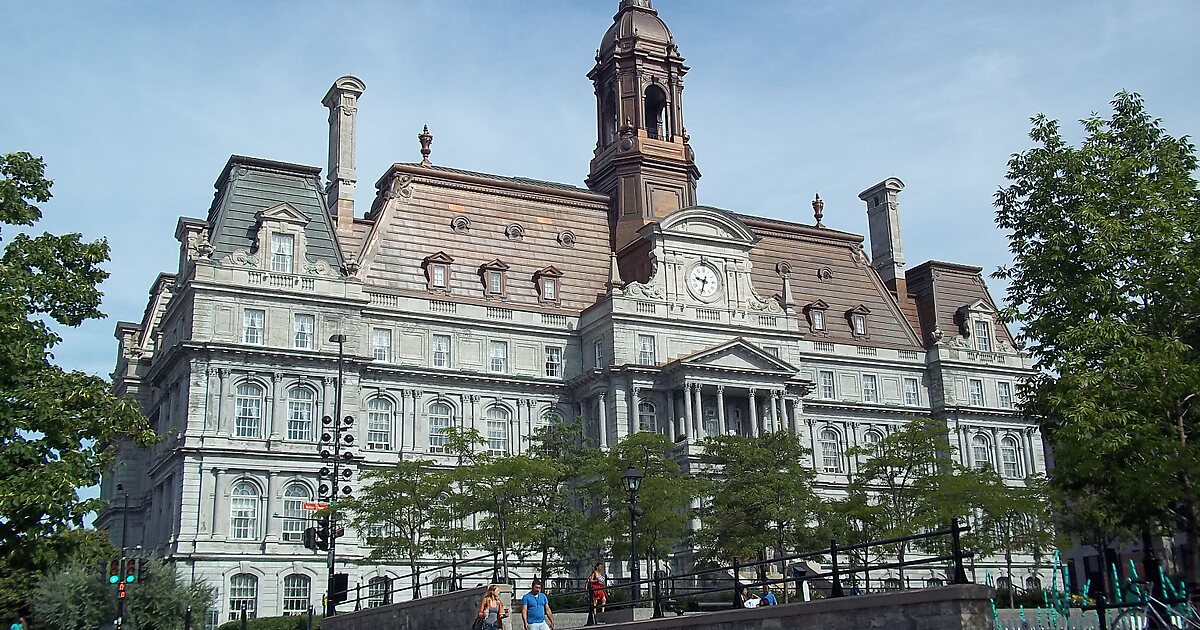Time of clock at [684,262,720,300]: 9:33
